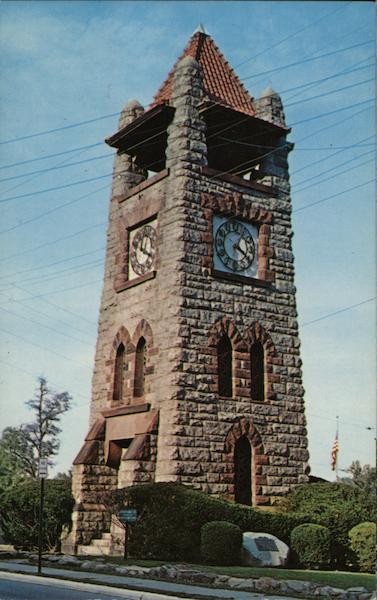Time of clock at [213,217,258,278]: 4:04
